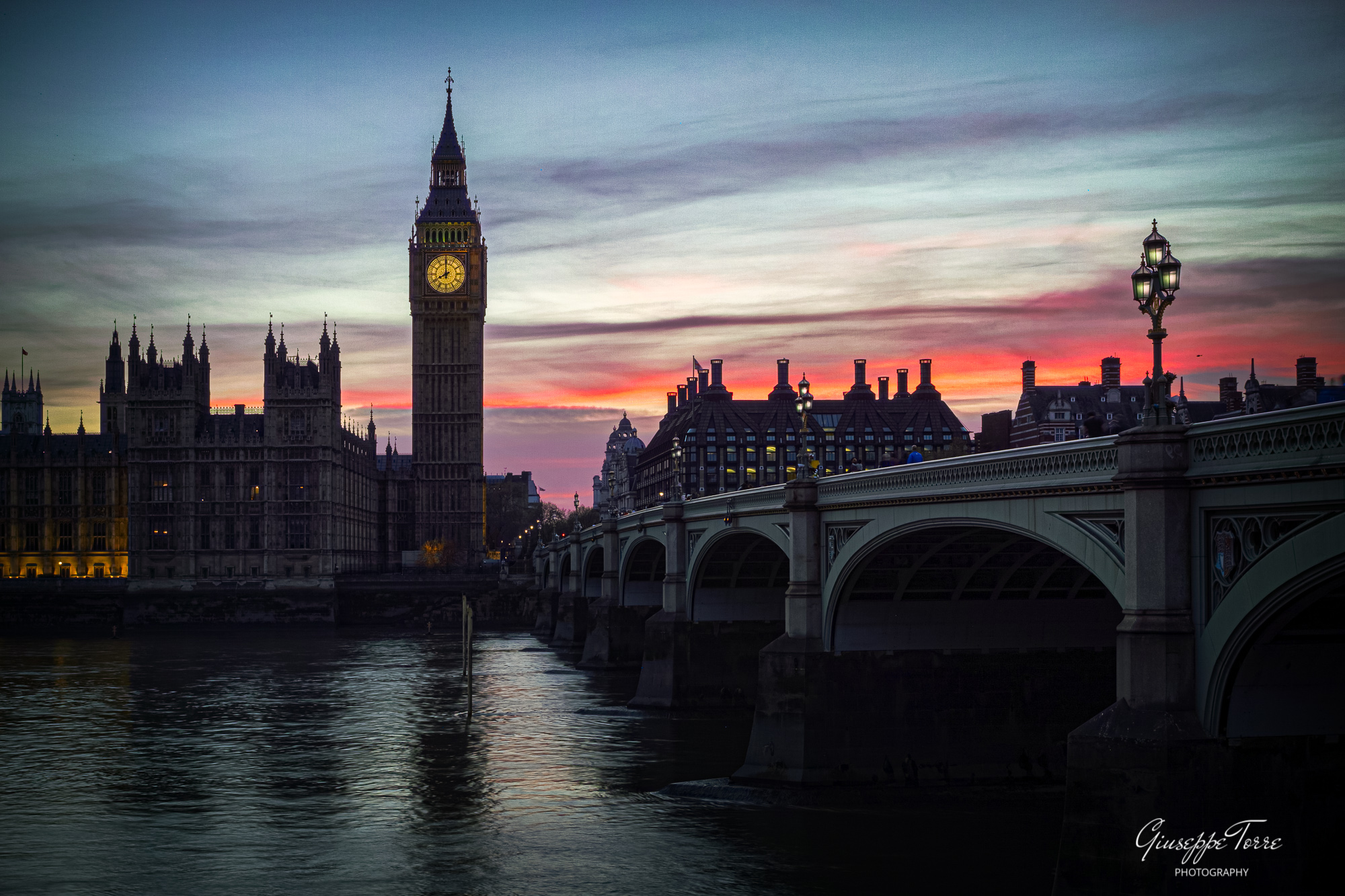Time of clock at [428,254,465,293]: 7:59
